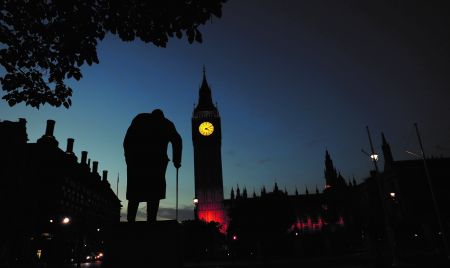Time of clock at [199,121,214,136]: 4:10
